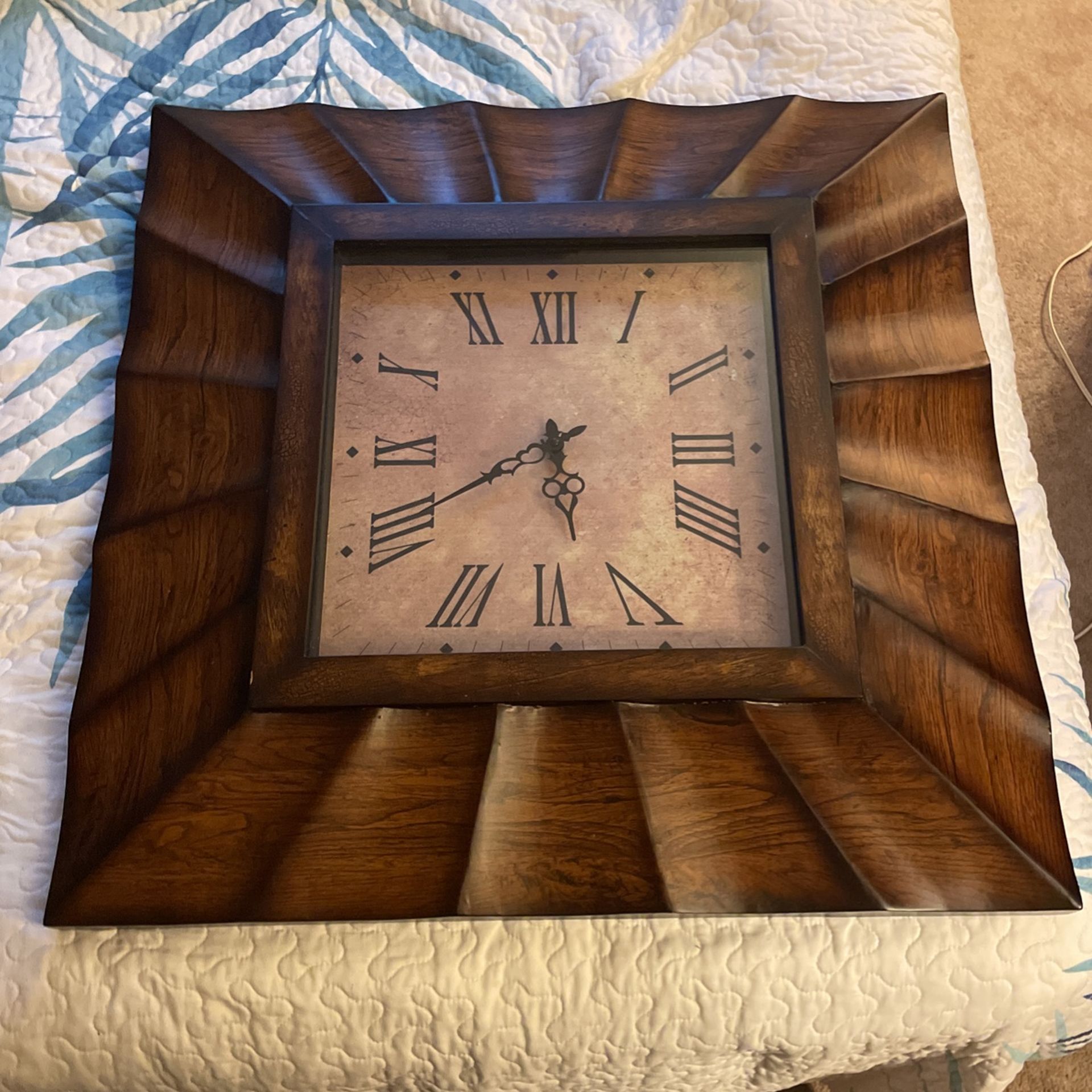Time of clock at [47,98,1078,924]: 5:40
